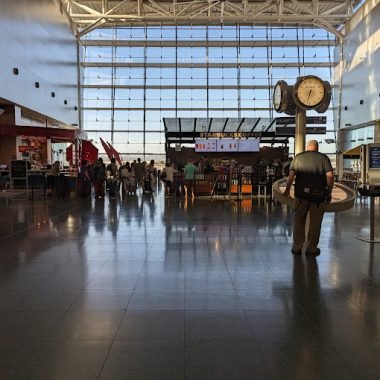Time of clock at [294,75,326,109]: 6:32
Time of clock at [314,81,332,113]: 6:32
